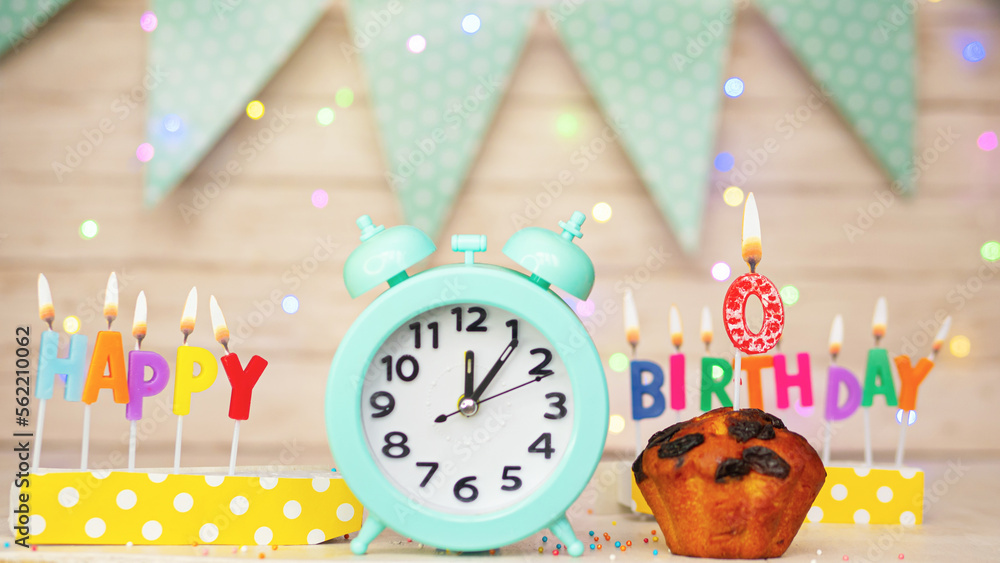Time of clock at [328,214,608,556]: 12:06
